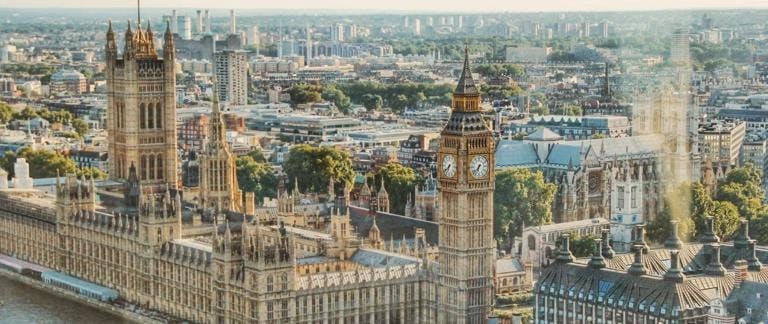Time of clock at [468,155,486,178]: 6:37
